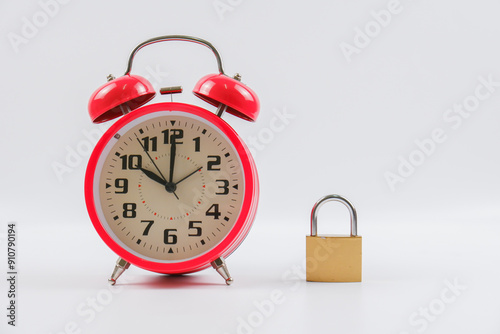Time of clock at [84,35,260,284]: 10:00
